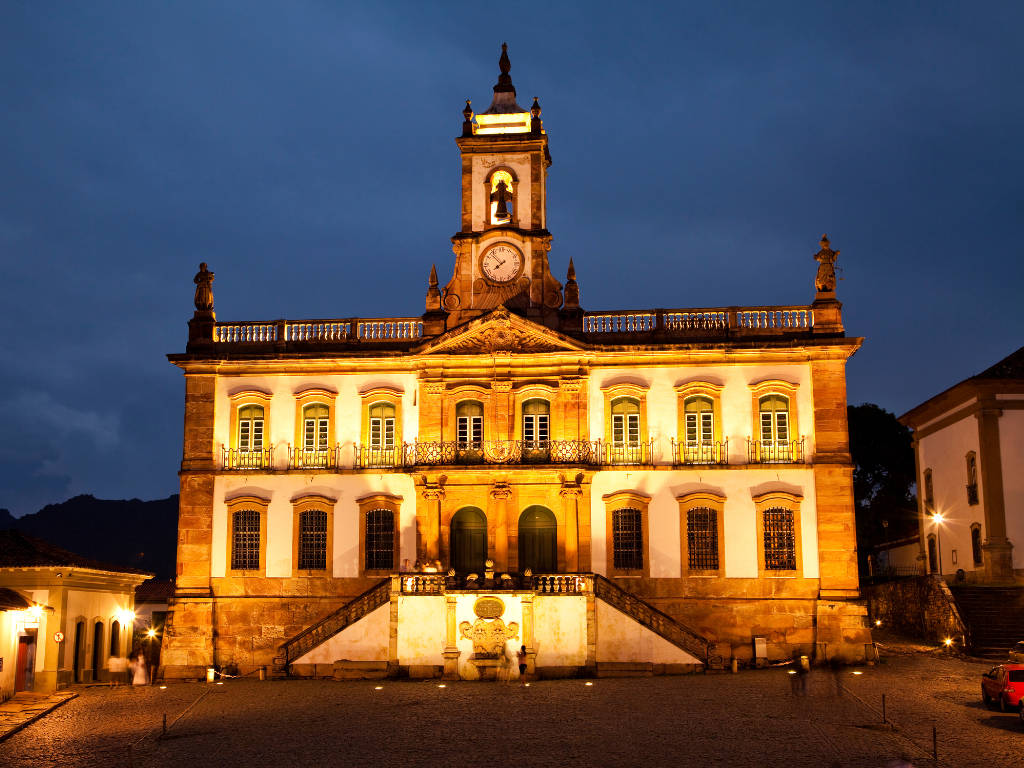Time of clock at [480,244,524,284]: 7:52
